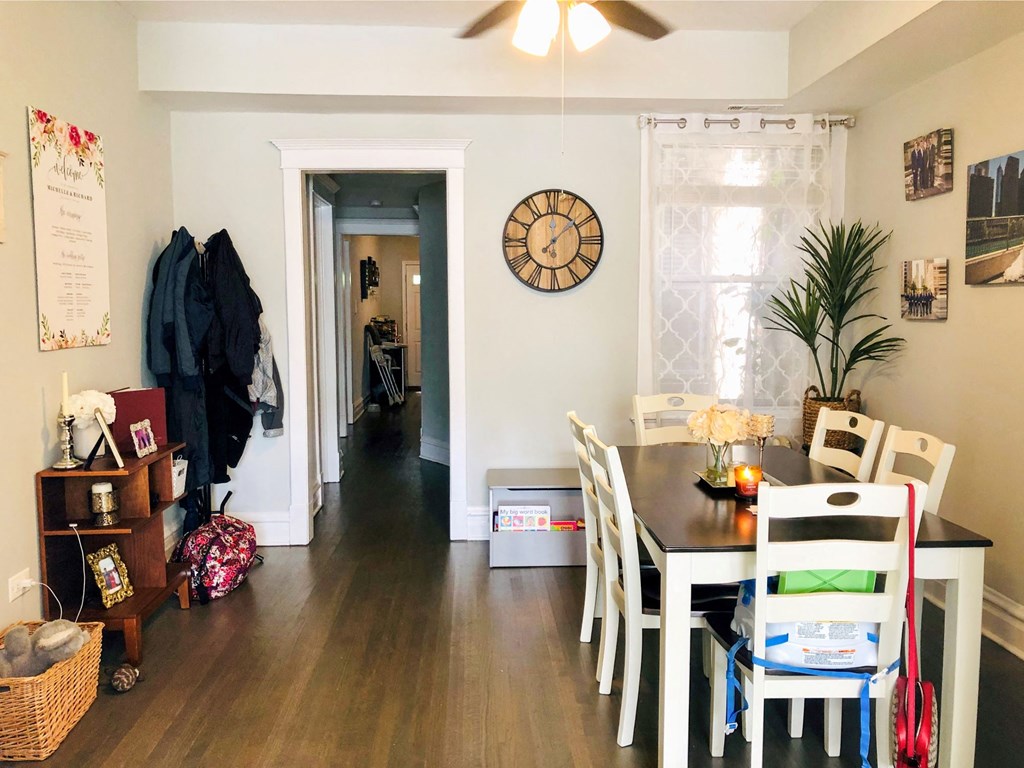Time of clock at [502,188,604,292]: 12:08
